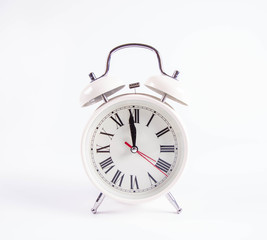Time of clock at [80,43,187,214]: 11:58
